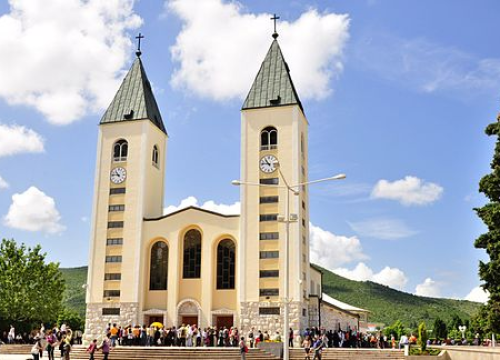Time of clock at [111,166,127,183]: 10:46
